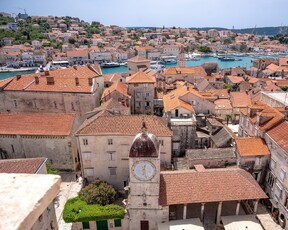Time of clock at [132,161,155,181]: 12:27
